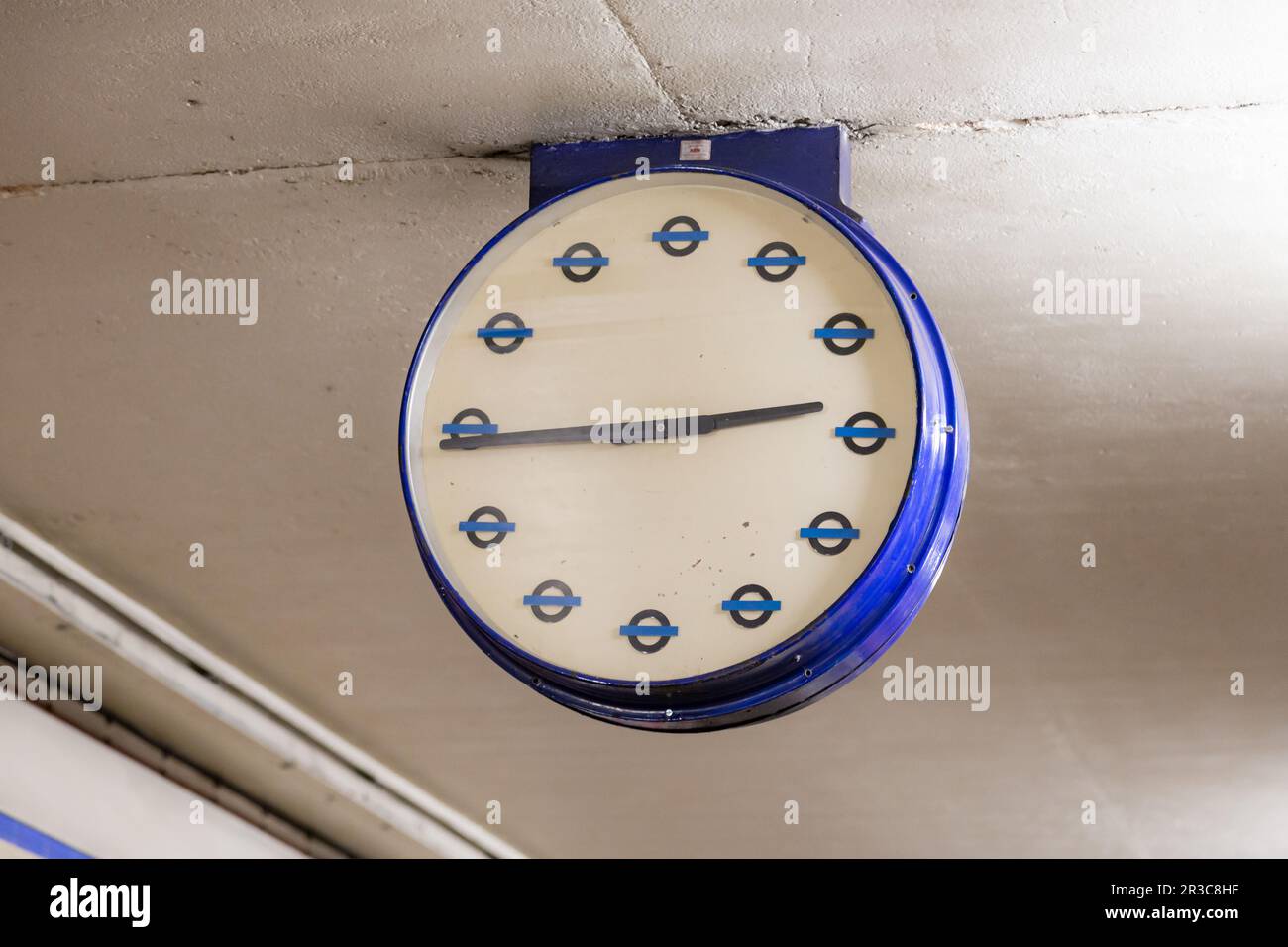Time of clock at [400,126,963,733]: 2:44
